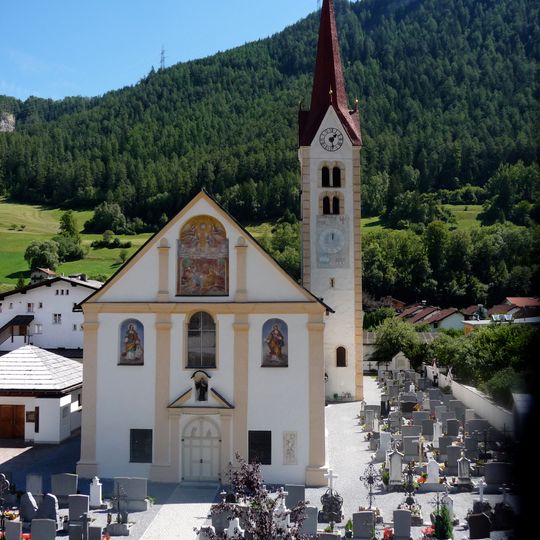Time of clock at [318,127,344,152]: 1:28
